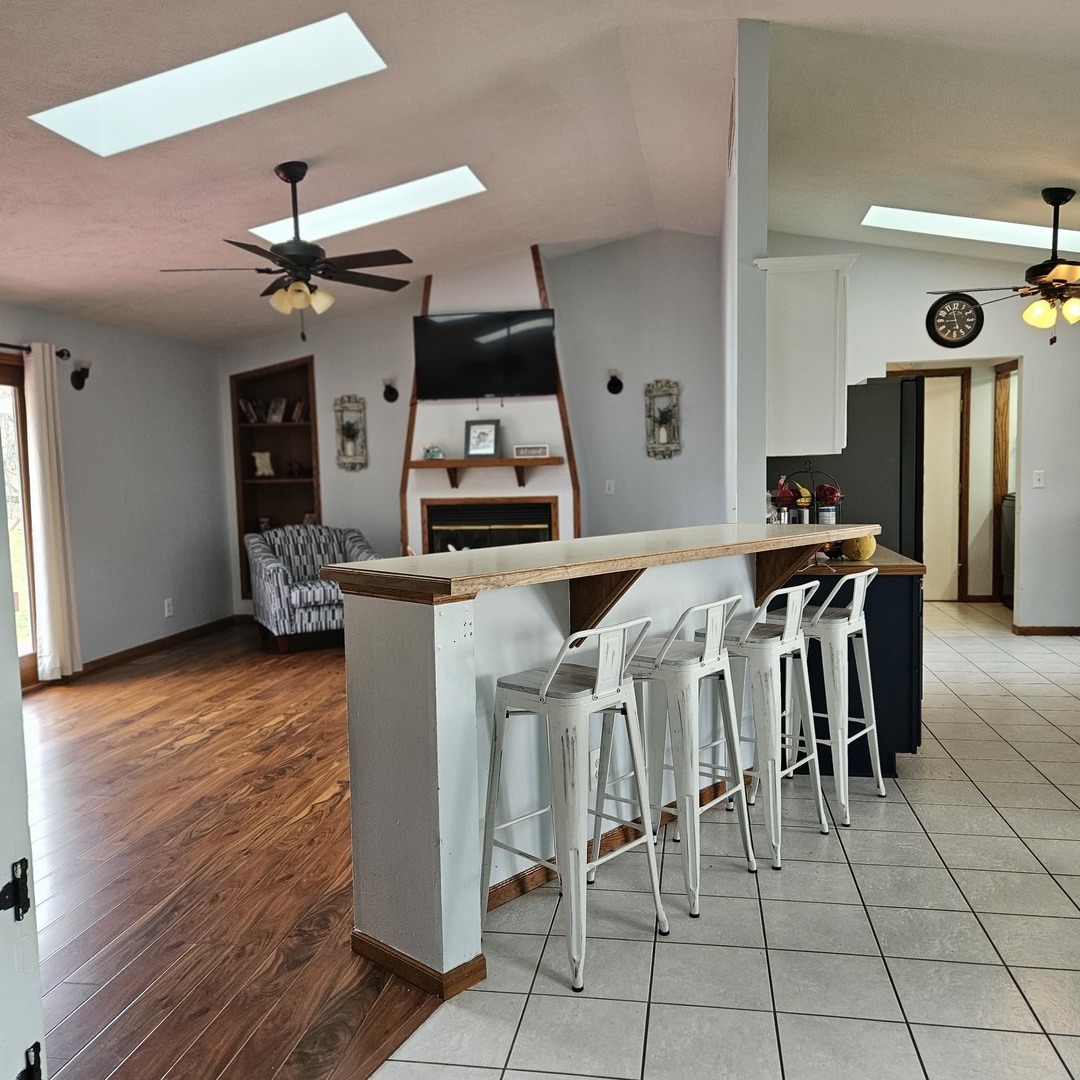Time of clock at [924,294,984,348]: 8:58
